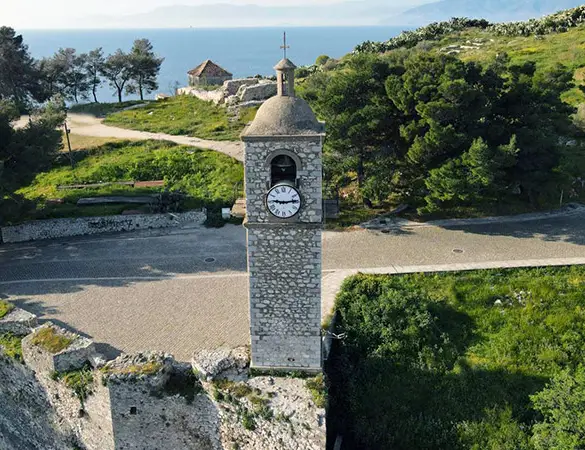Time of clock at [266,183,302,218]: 9:13
